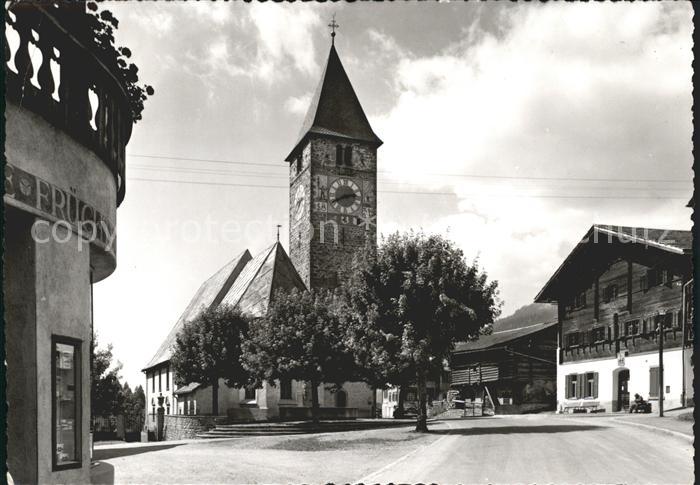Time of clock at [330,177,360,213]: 2:40
